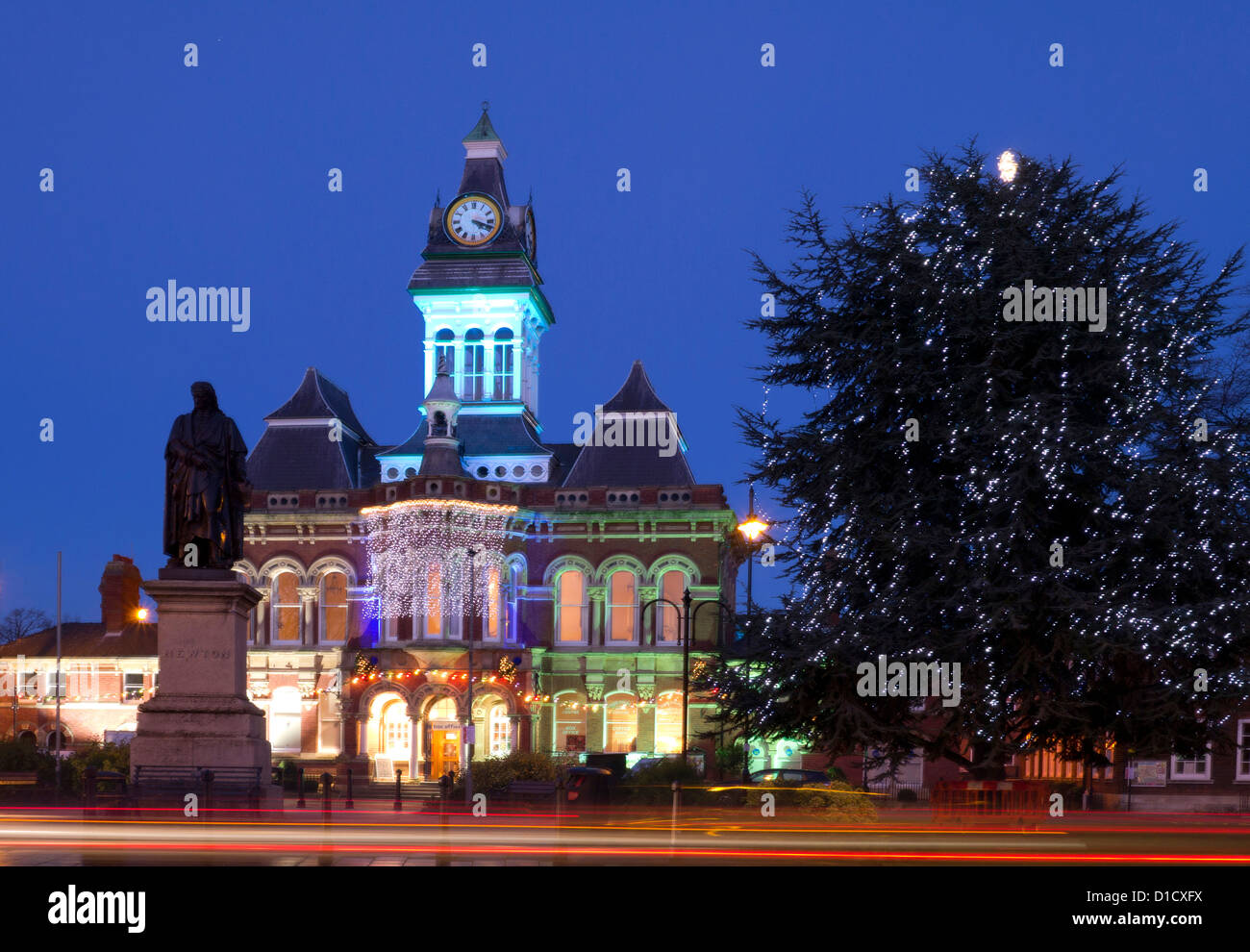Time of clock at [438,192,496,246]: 4:18
